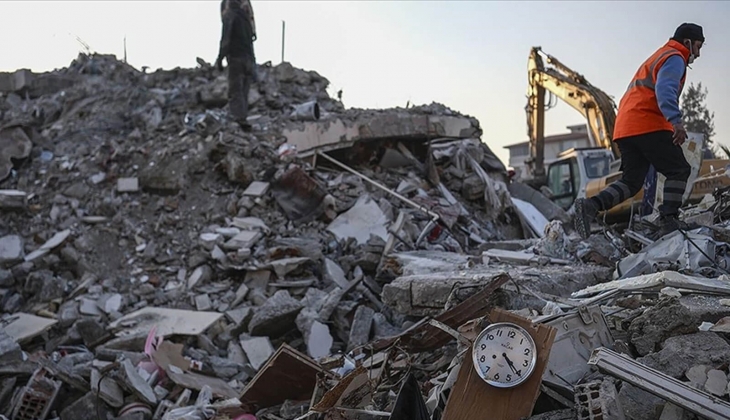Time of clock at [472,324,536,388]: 4:20
